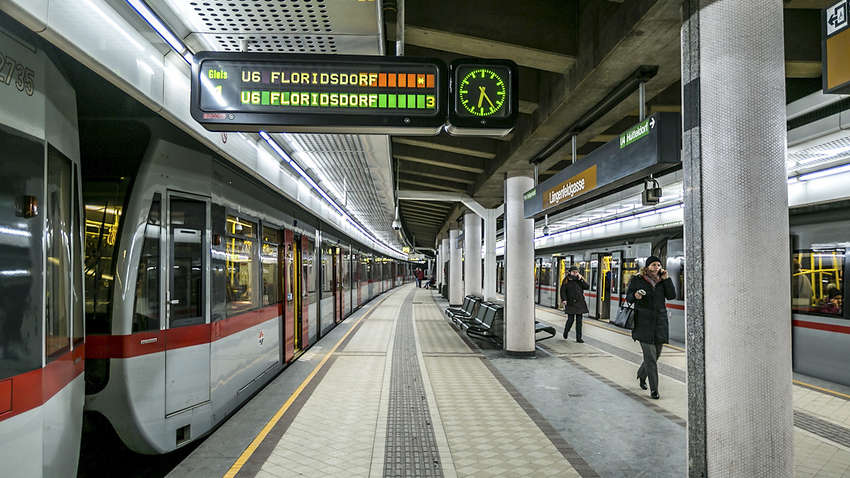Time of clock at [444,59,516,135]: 6:23
